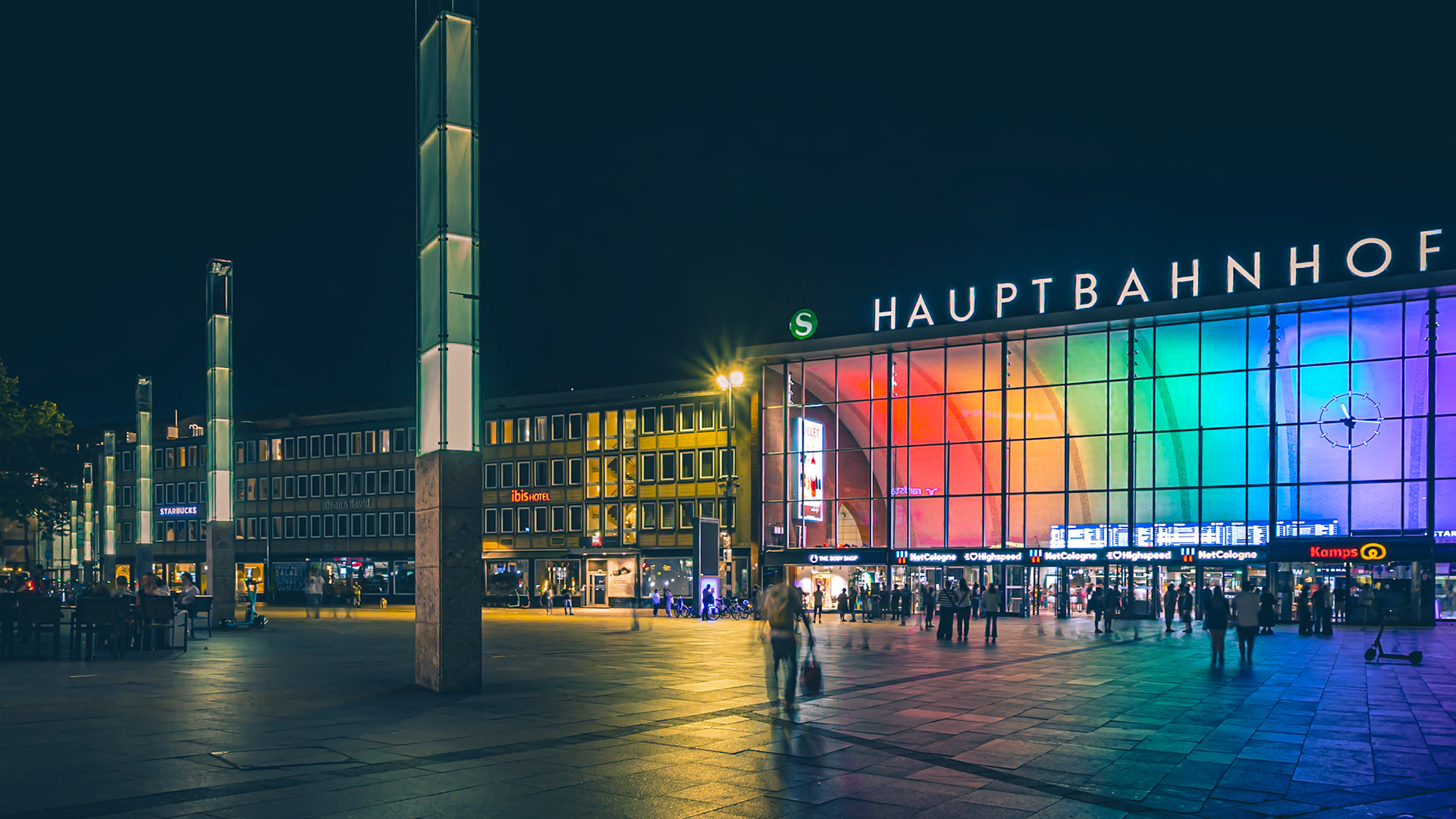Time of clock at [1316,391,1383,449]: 11:29
